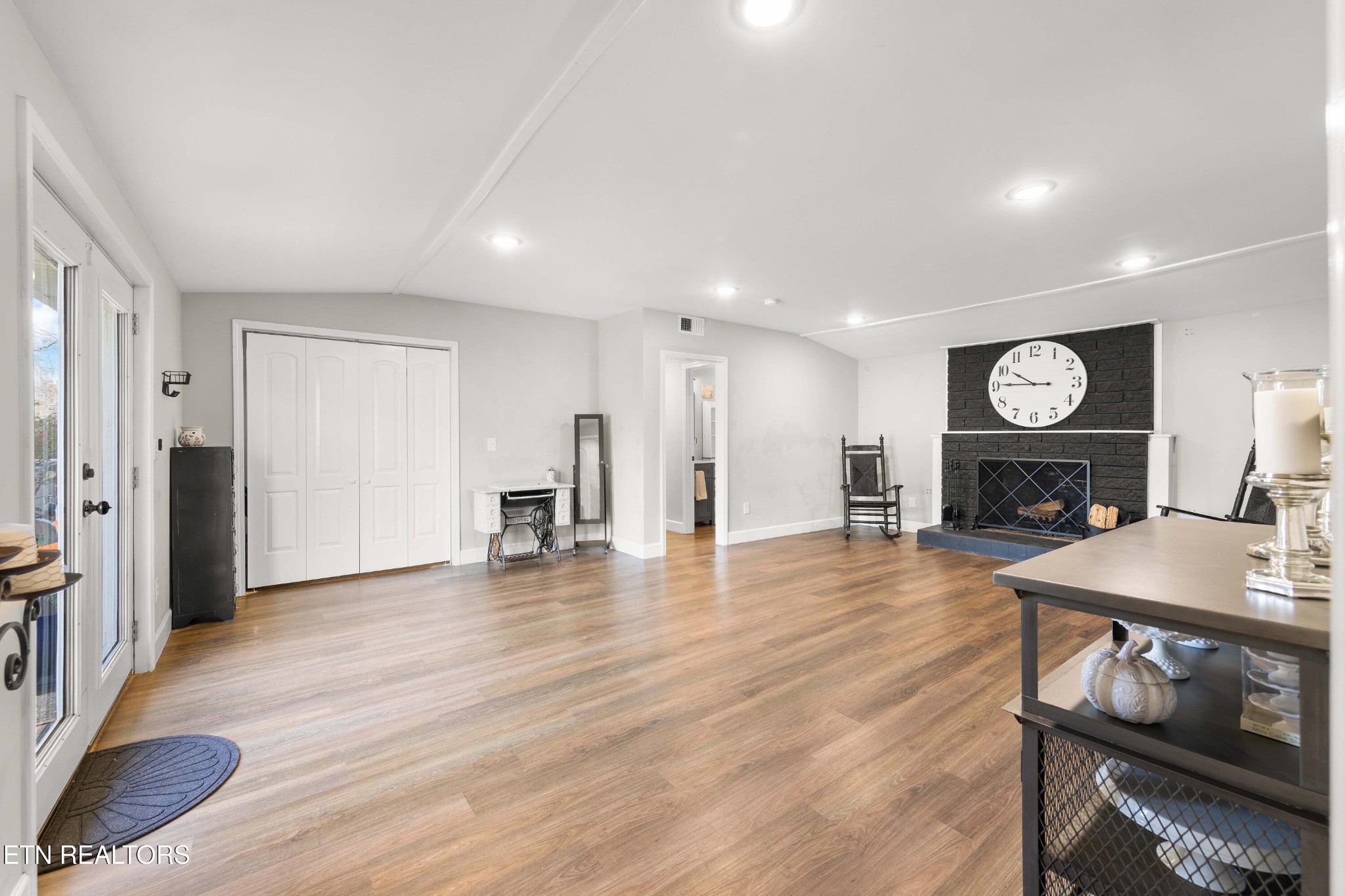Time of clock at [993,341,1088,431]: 9:45
